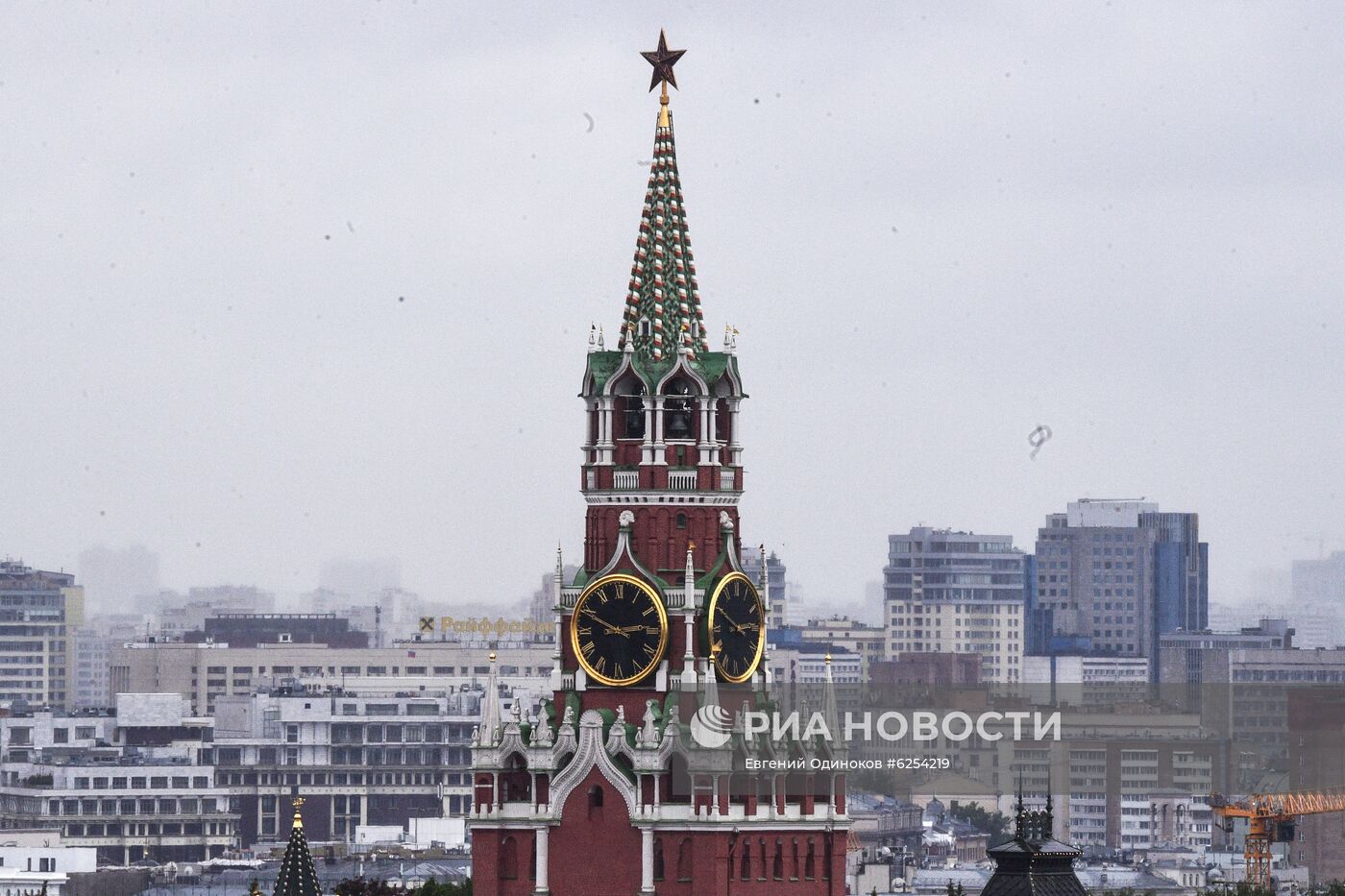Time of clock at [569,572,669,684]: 2:49
